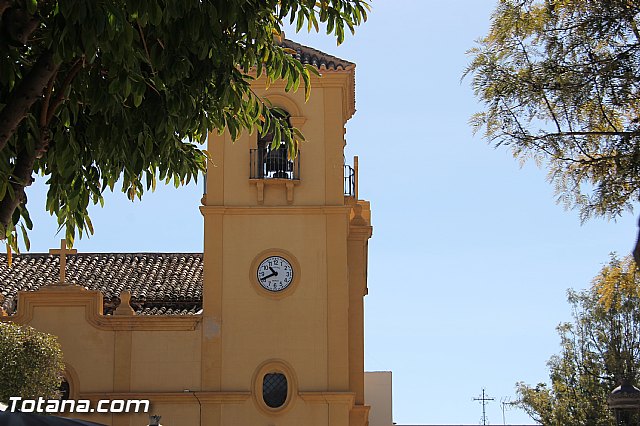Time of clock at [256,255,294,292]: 10:41
